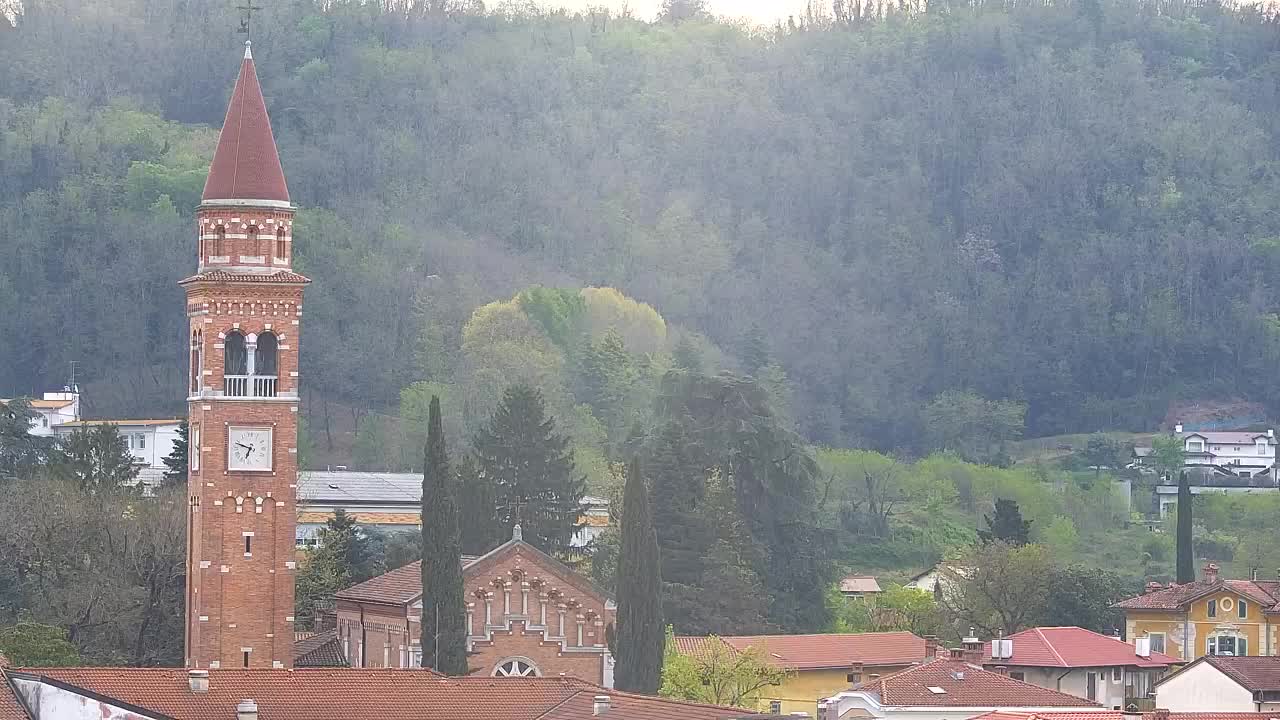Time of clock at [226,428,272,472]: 6:48
